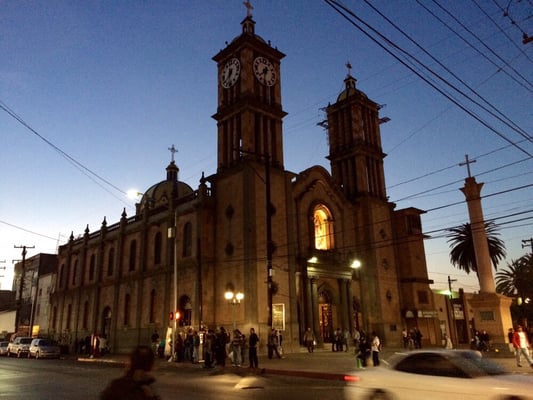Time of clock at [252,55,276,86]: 7:32
